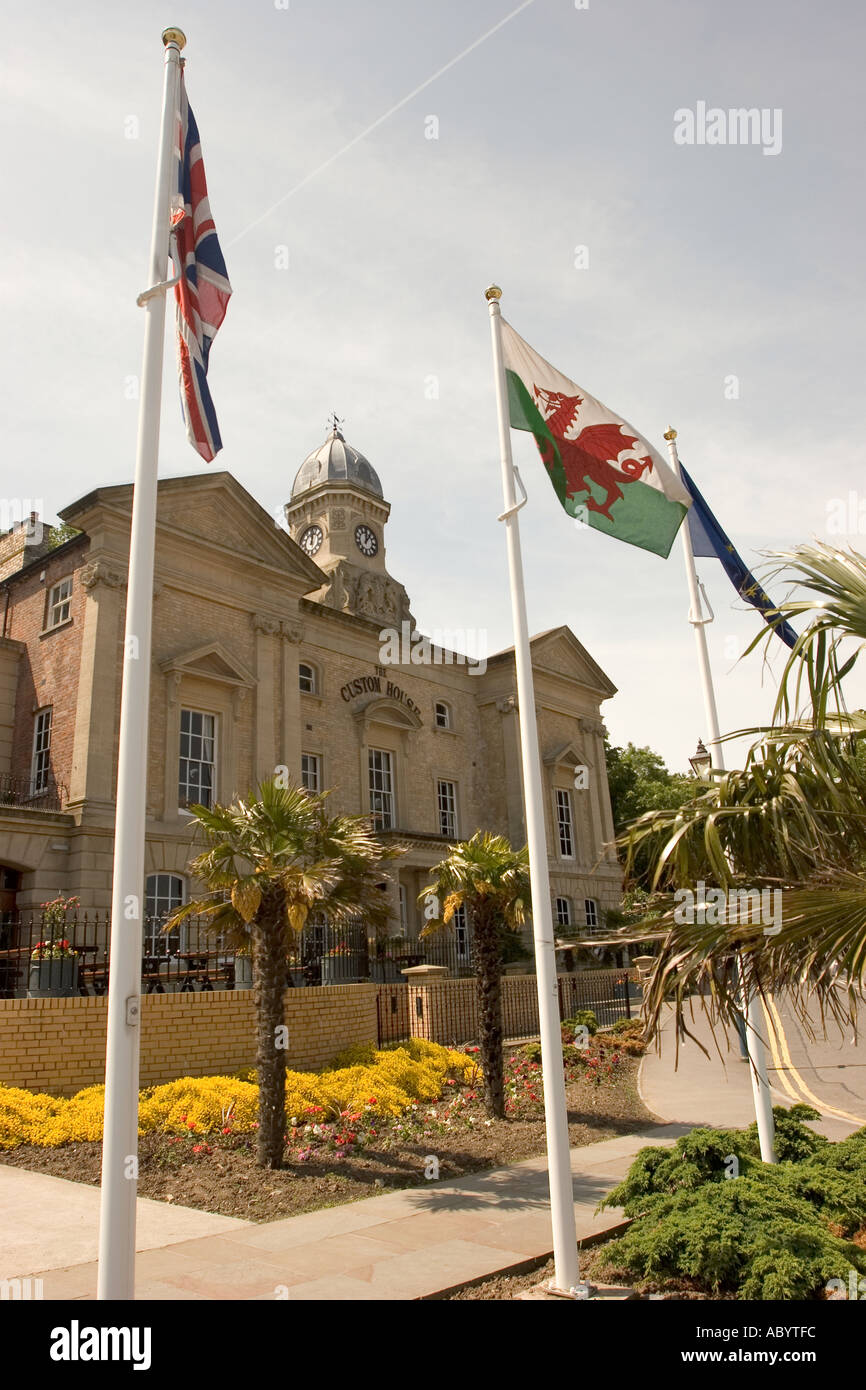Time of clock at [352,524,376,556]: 12:06
